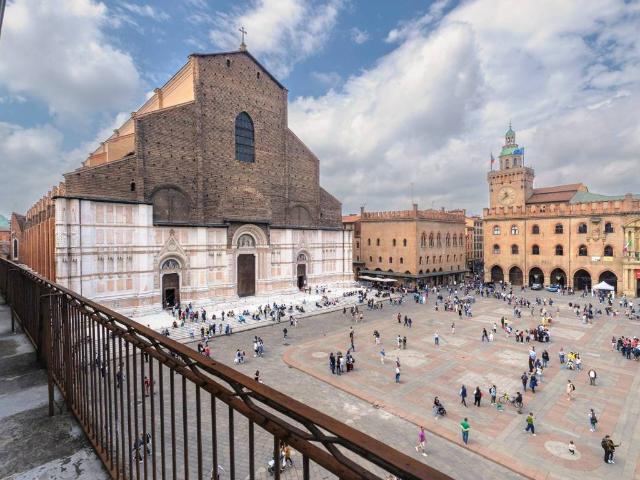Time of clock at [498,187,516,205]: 11:37
